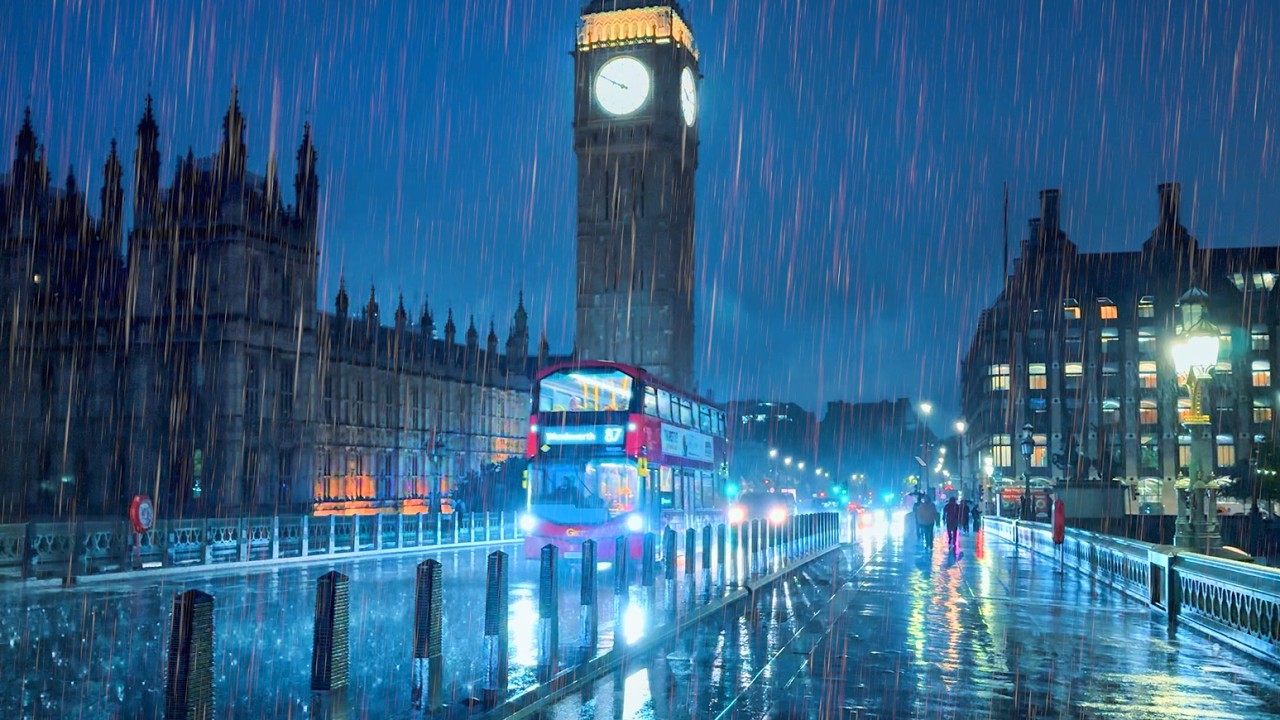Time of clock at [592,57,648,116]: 9:49
